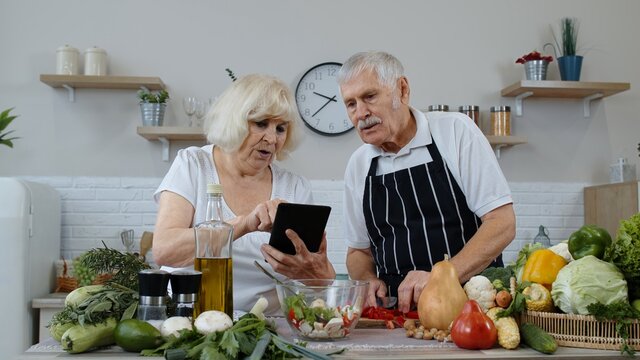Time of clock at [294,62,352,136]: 9:38
